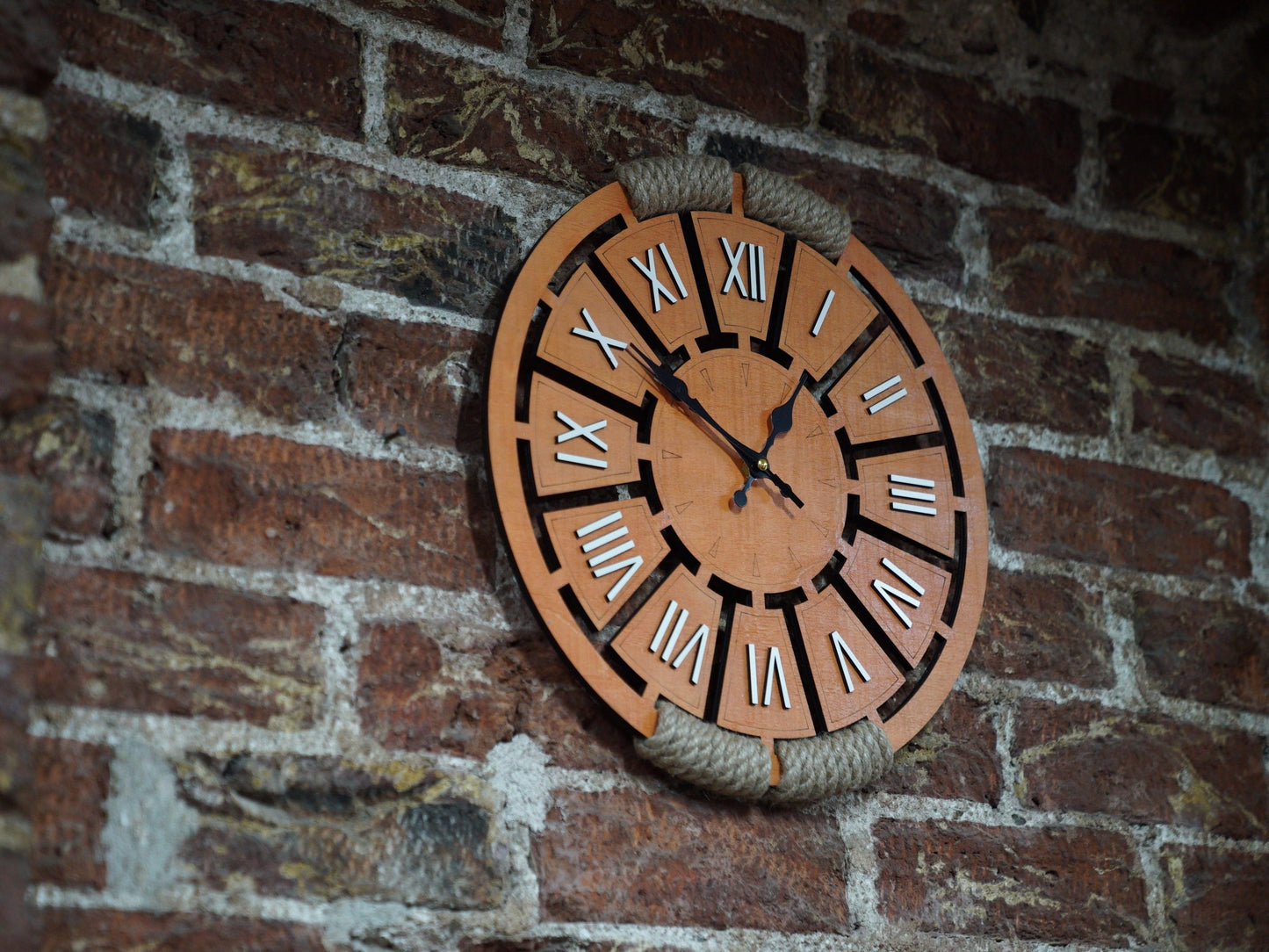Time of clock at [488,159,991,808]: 10:07
